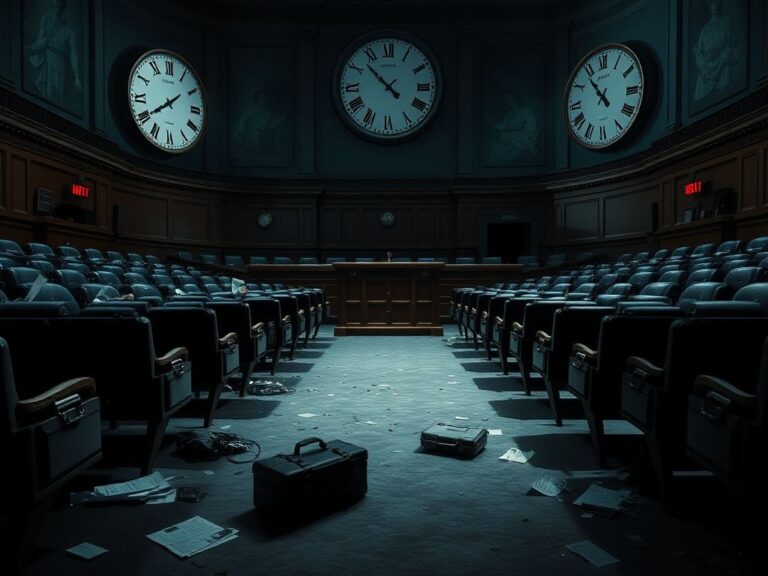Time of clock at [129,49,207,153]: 1:39
